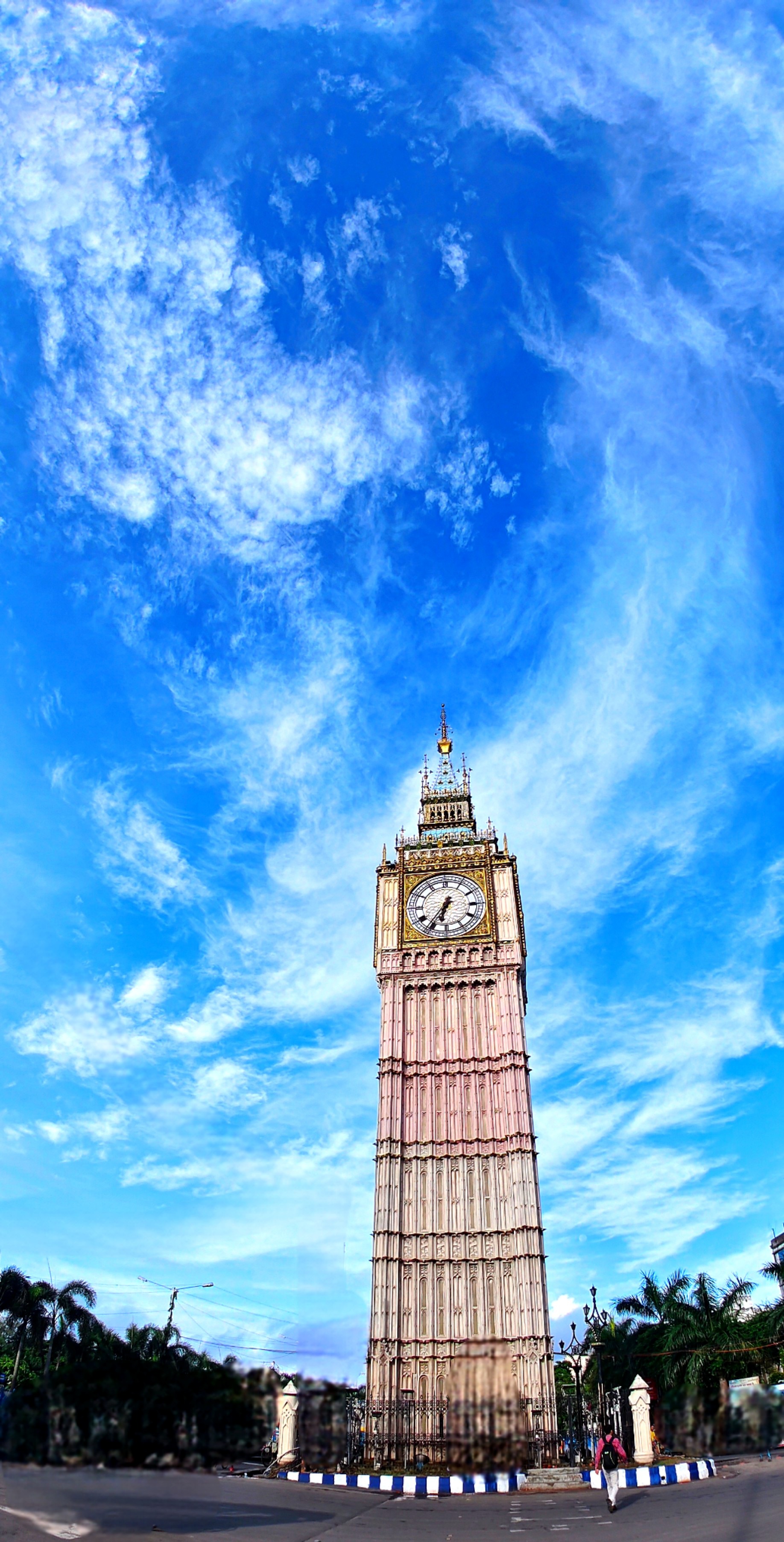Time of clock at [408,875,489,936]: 6:36
